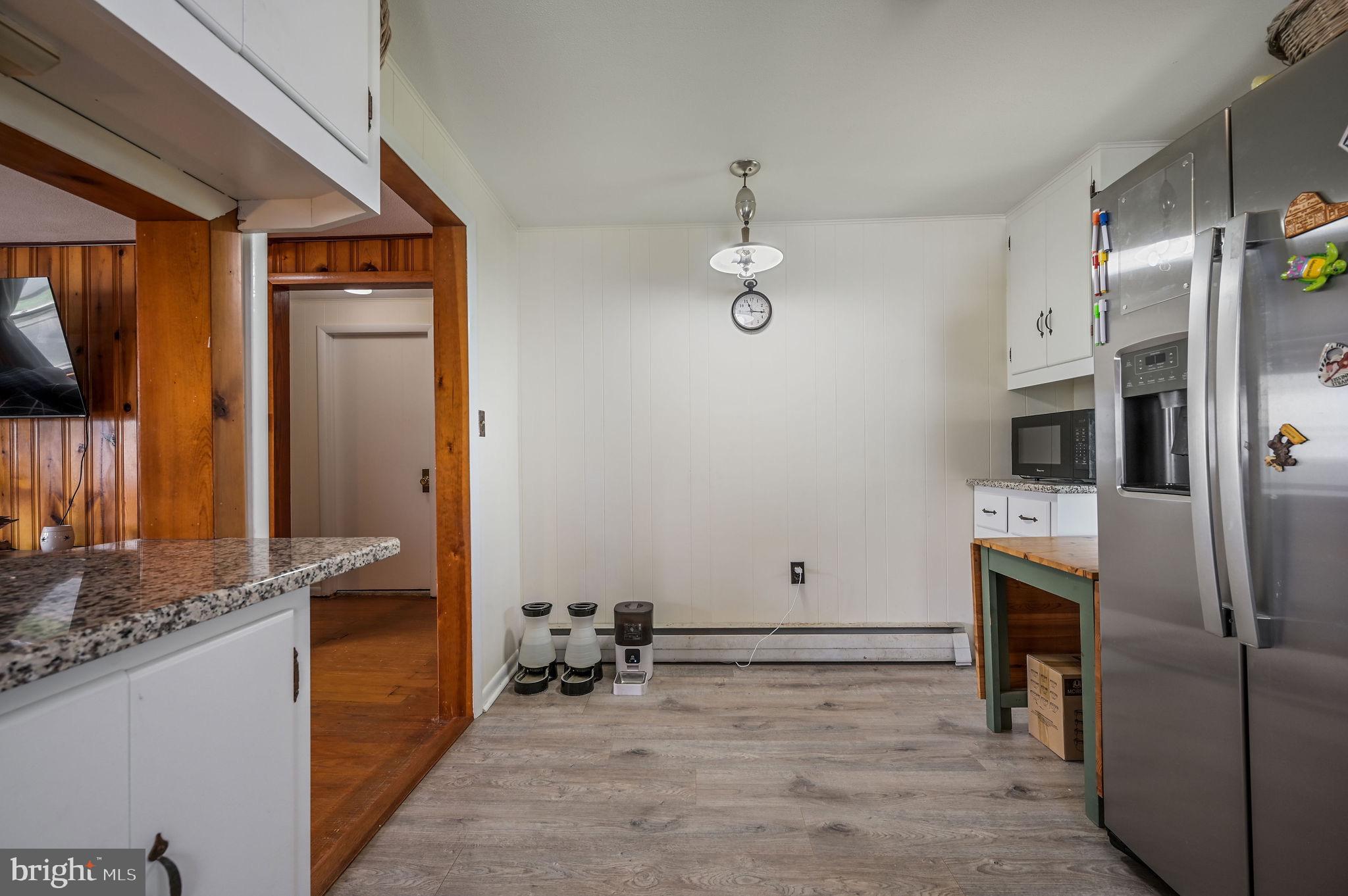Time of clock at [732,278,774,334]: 11:15
